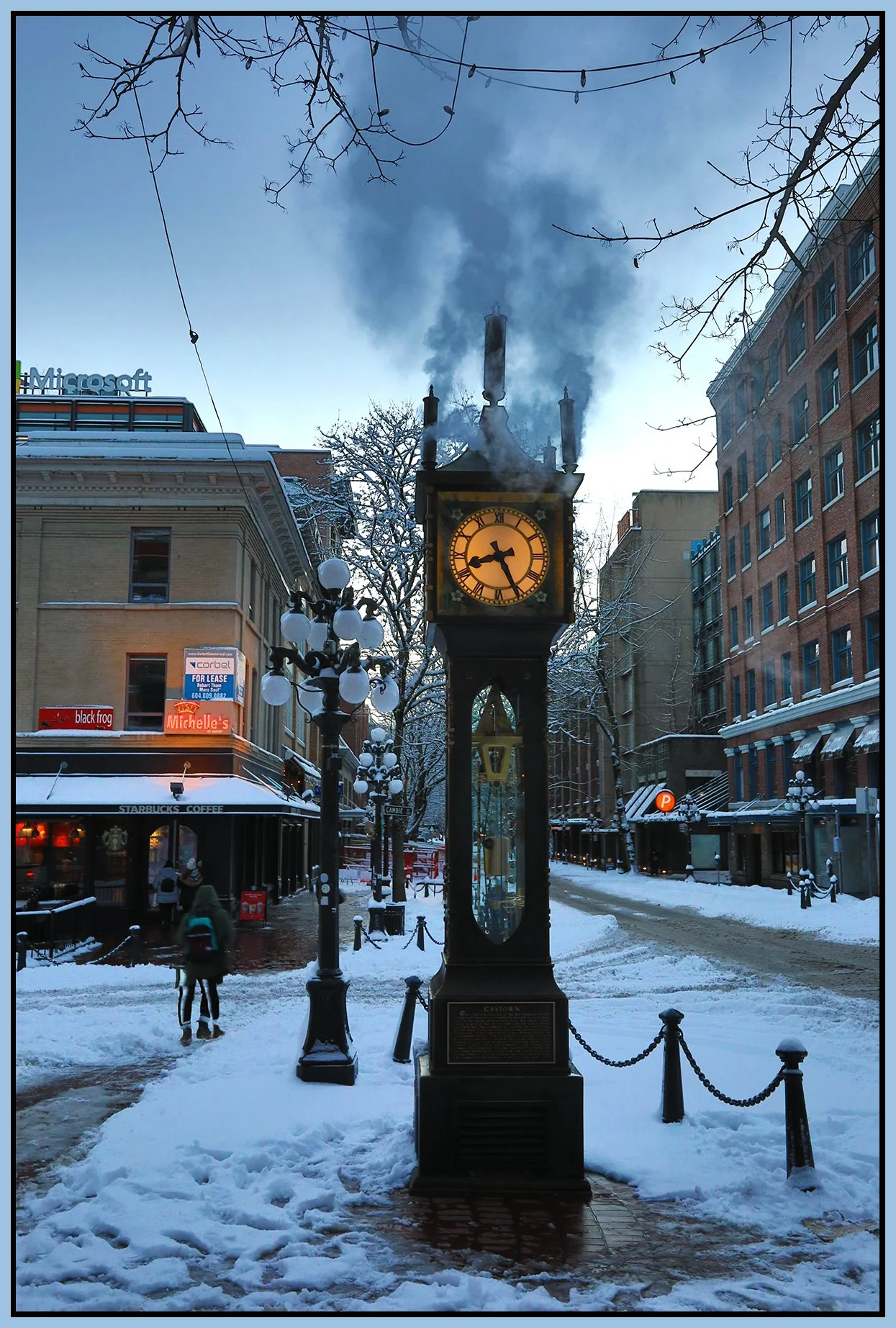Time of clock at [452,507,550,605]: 8:25
